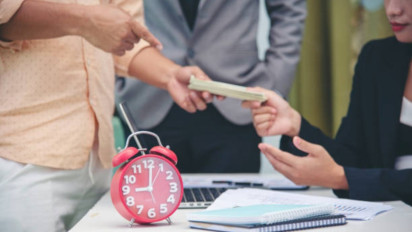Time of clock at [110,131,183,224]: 9:01
